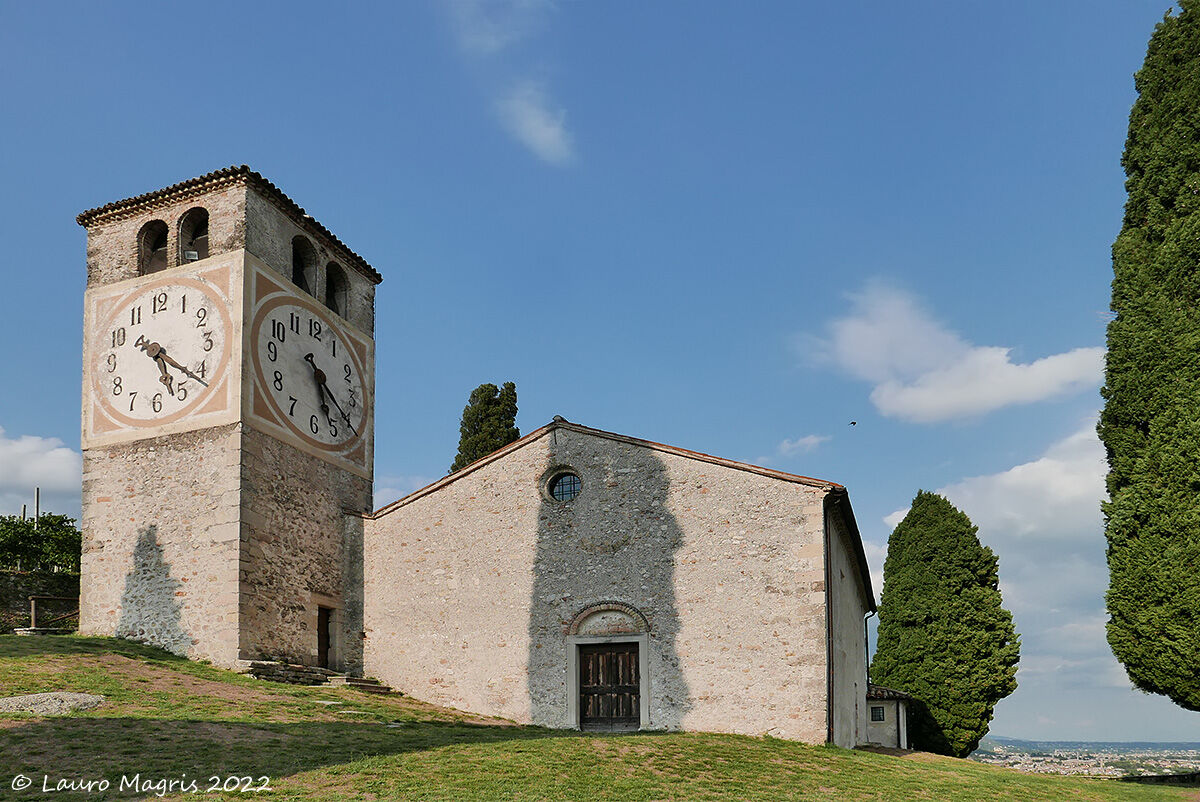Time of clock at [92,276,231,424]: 5:21
